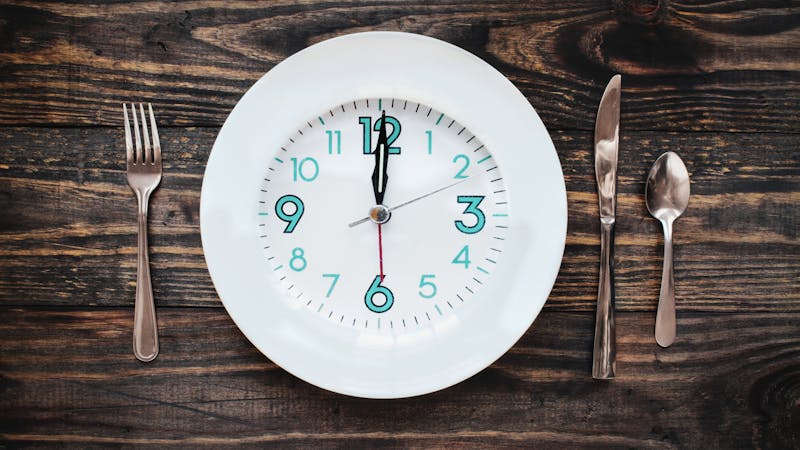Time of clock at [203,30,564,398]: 12:00
